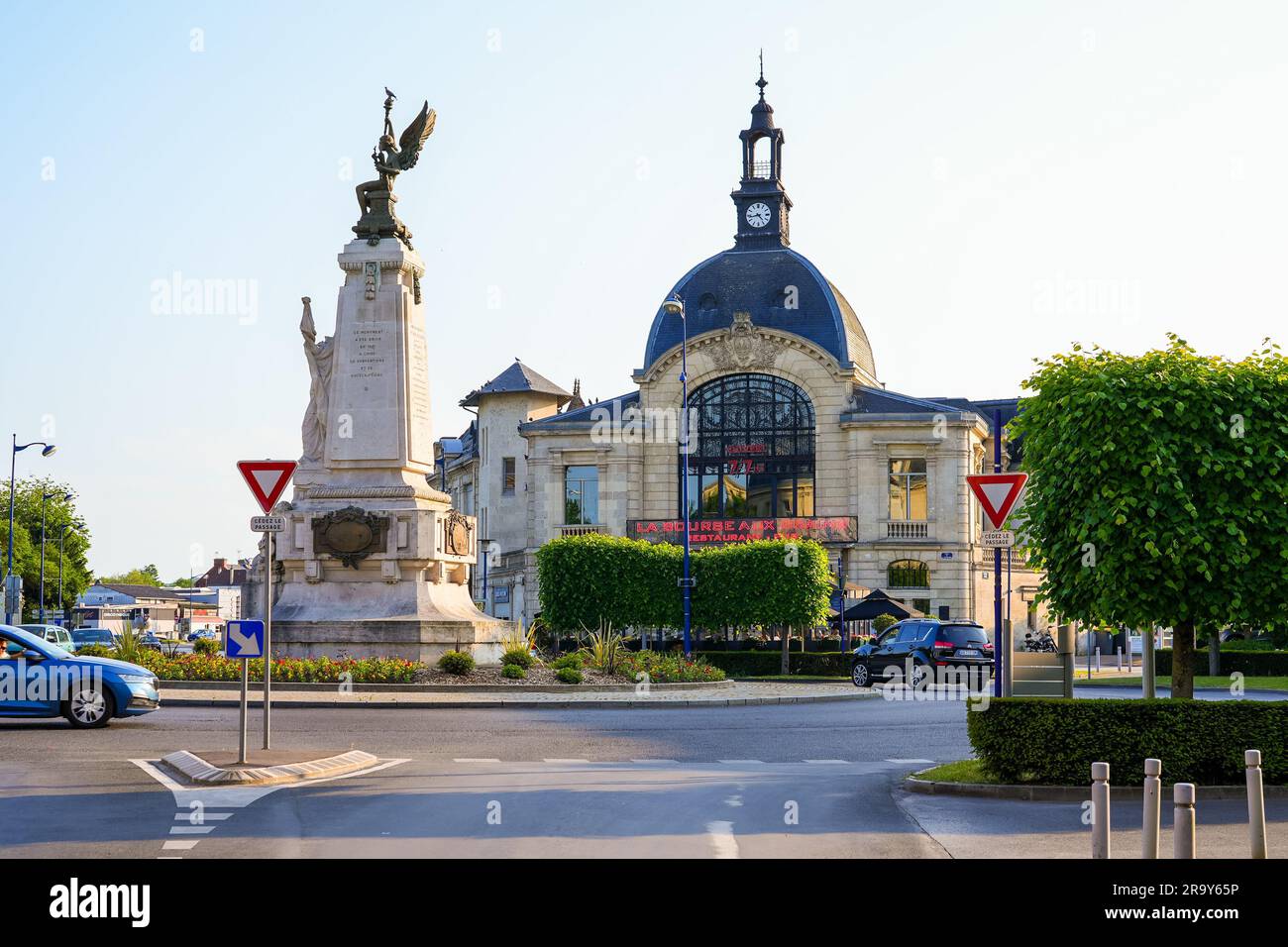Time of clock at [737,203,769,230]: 4:42
